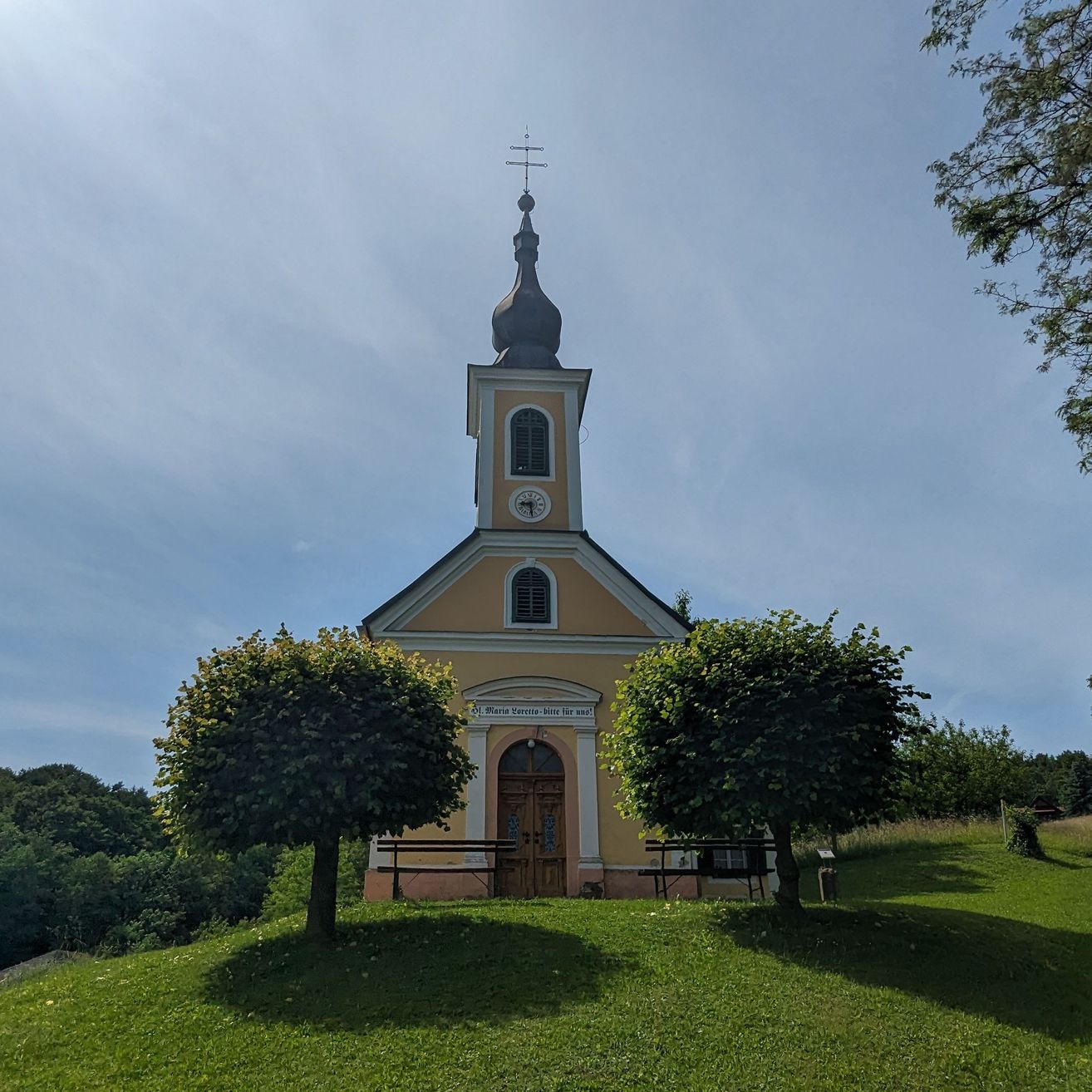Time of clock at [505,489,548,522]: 8:28
